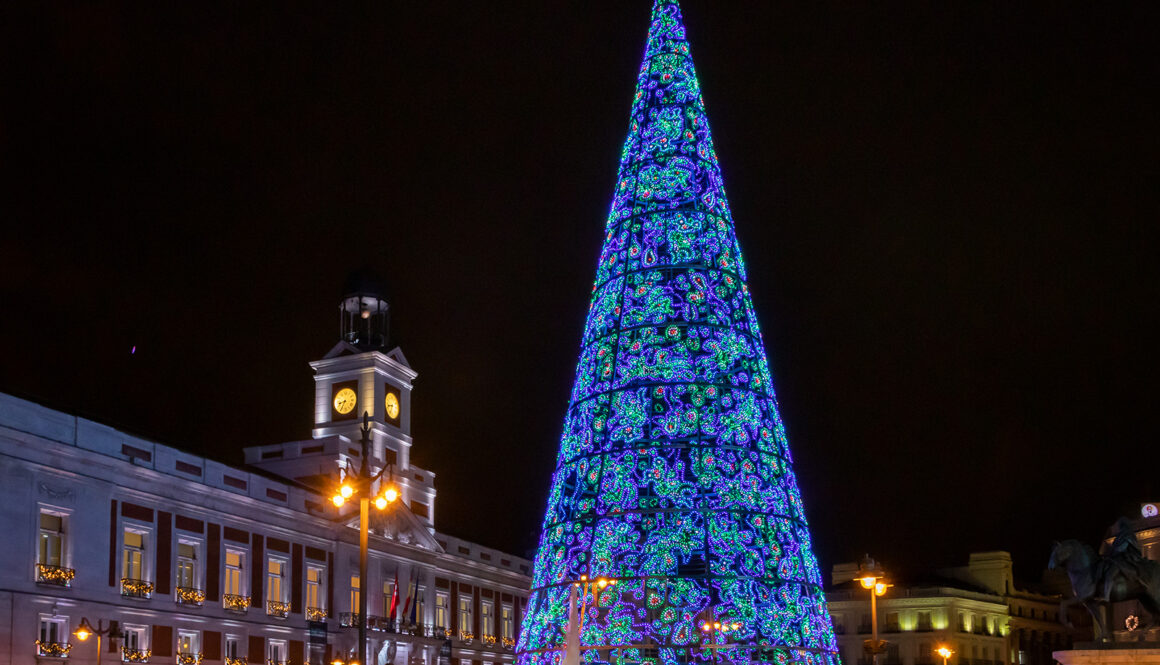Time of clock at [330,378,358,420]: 8:35
